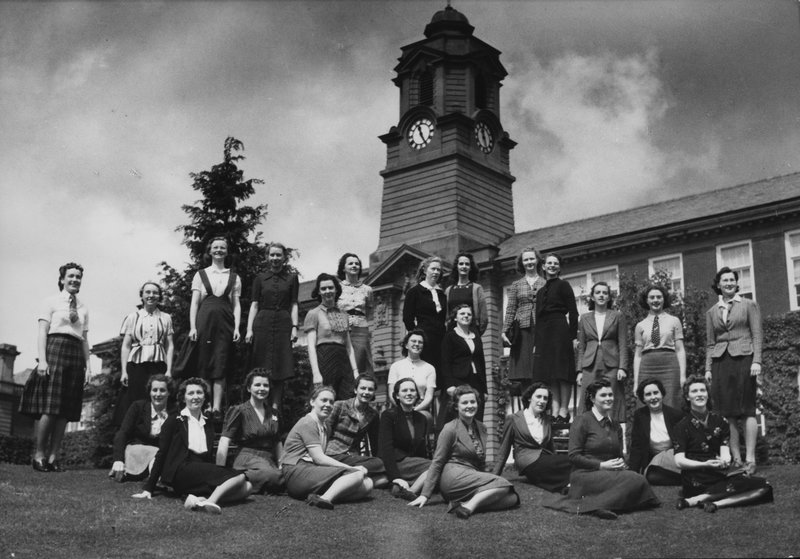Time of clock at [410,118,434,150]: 11:25
